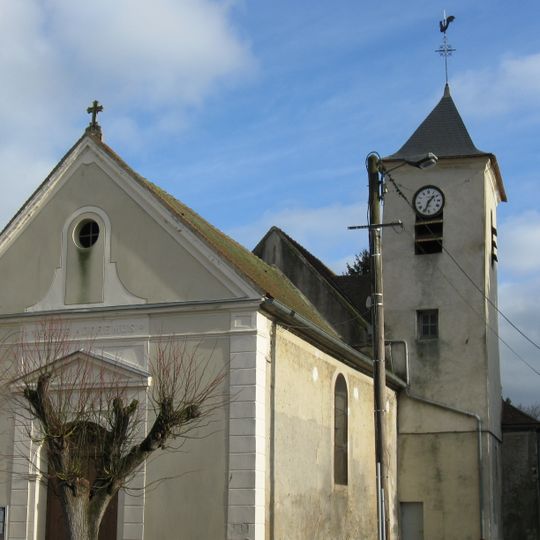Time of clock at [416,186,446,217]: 1:34
